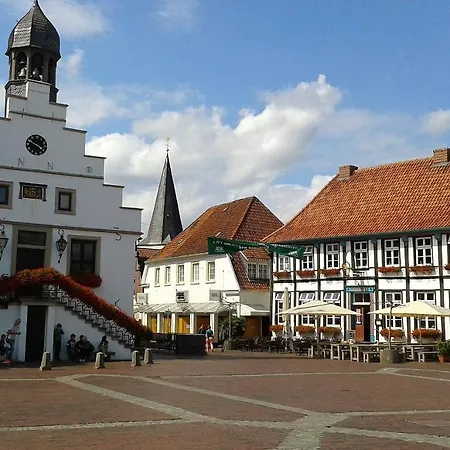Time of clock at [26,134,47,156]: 3:48
